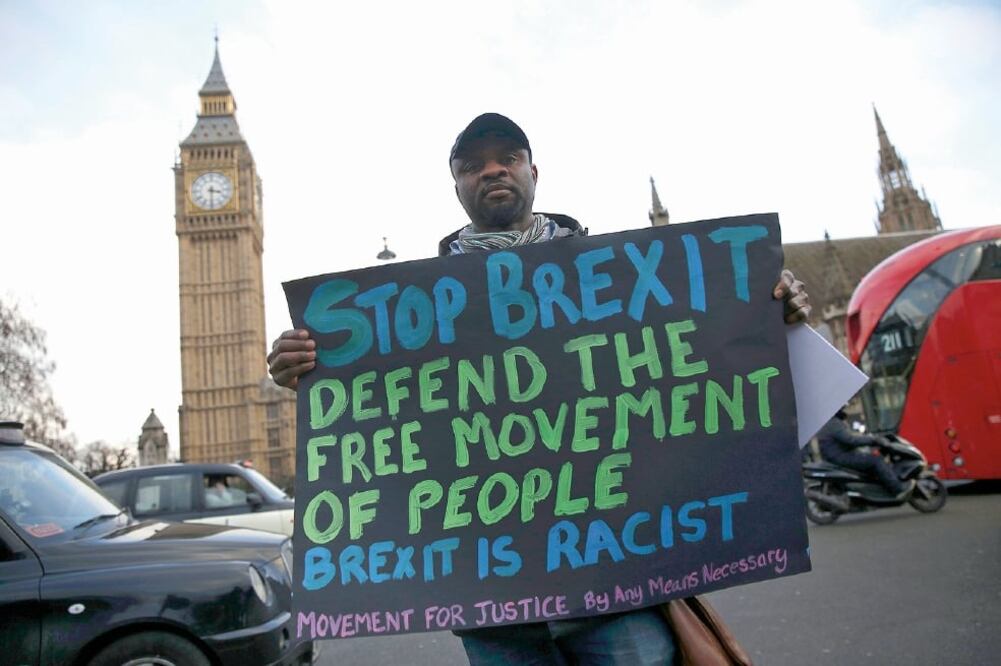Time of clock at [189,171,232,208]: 3:30
